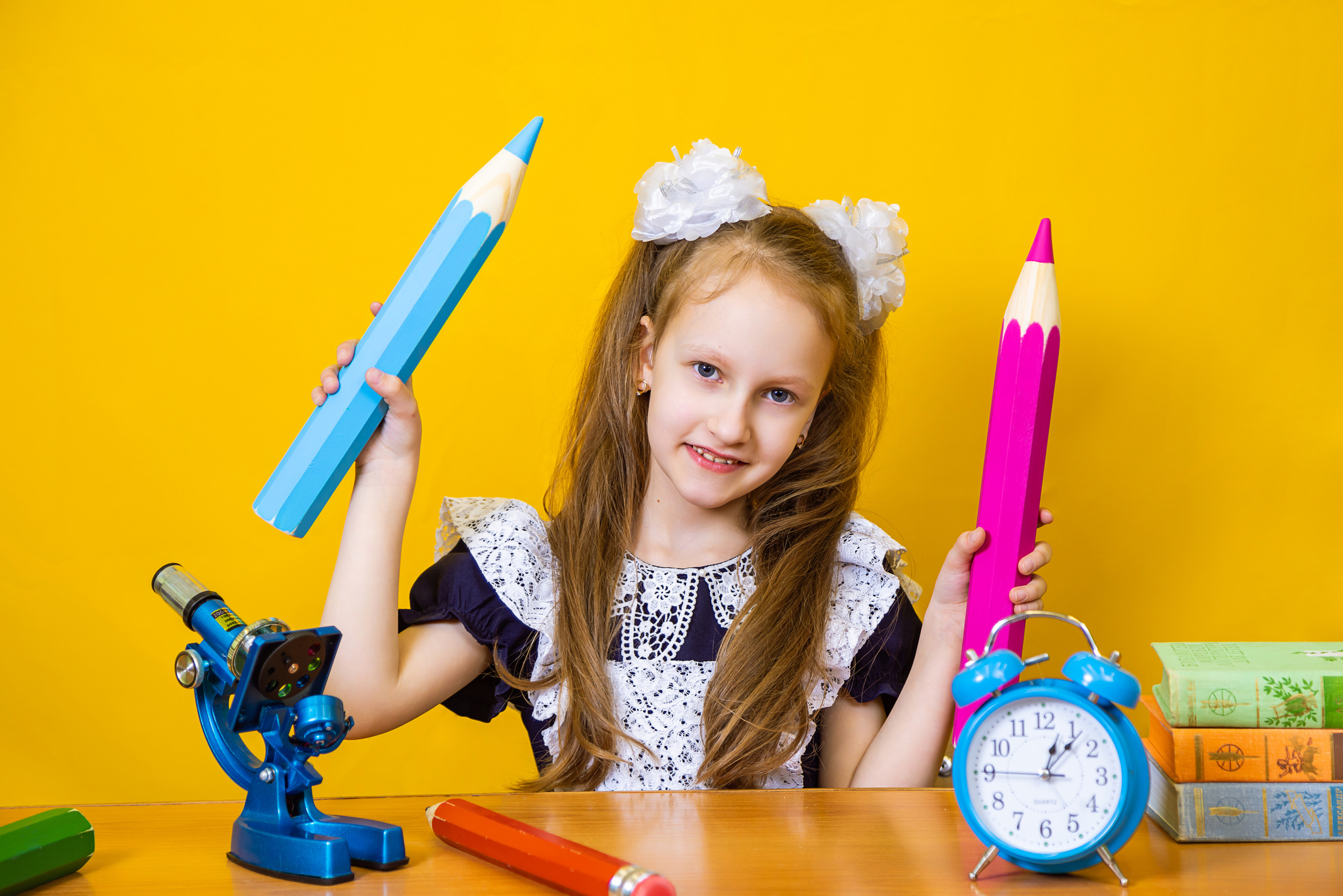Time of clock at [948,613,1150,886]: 1:07
